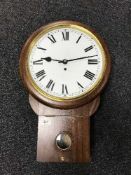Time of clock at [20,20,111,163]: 9:12
